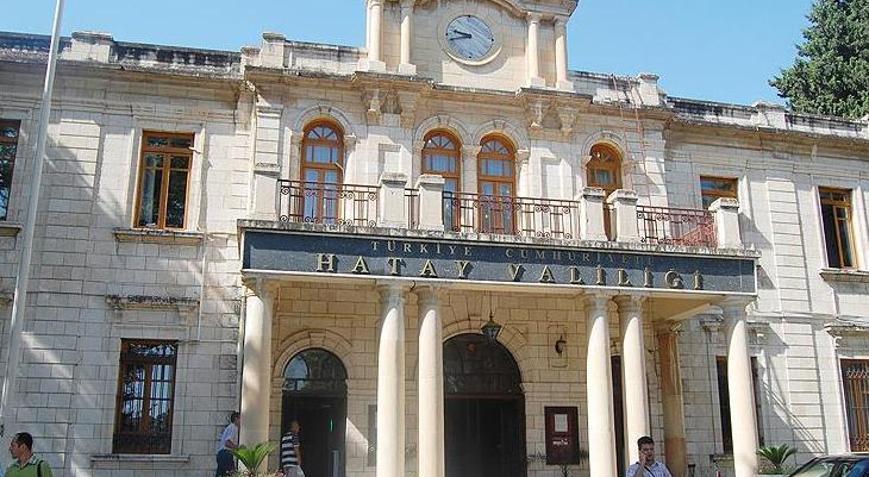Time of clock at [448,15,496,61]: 9:42
